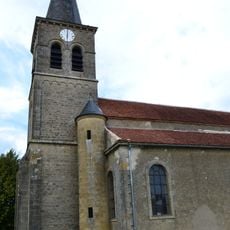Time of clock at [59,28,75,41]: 6:00
